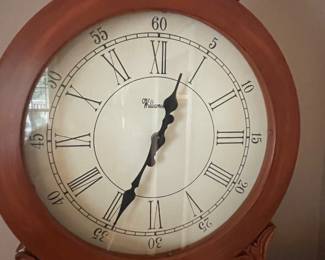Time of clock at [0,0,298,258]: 12:34
